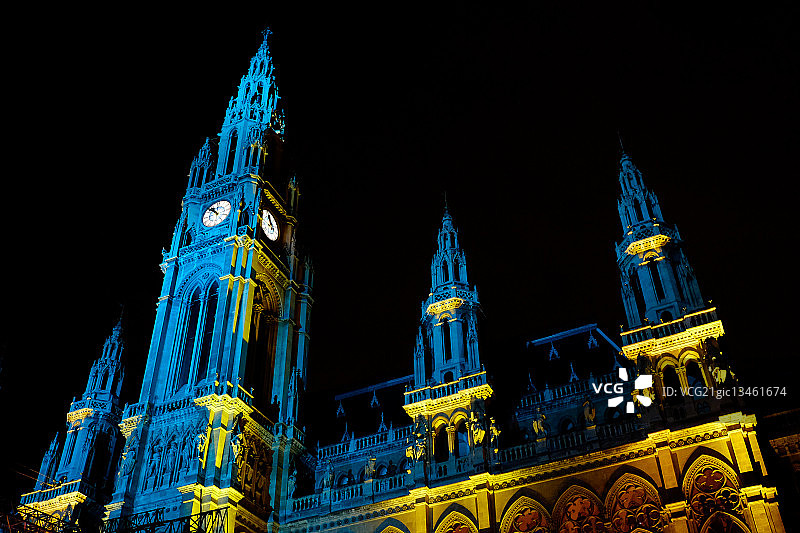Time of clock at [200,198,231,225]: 10:52
